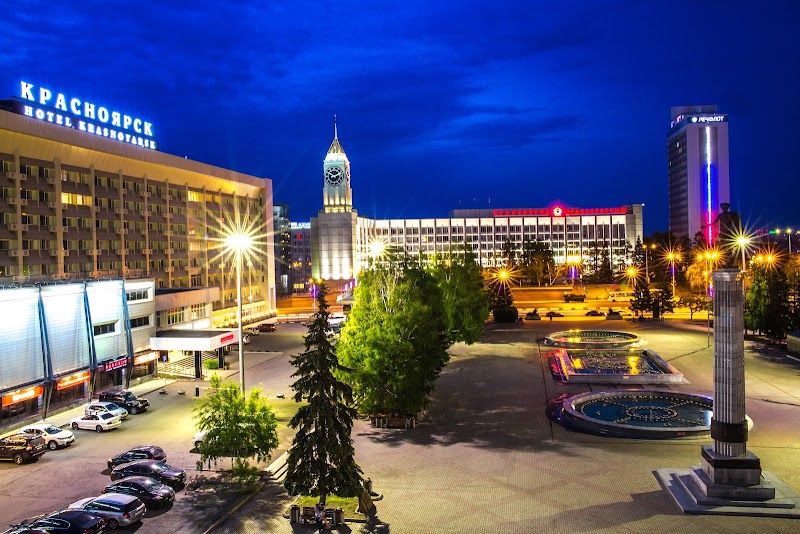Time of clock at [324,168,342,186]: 2:48
